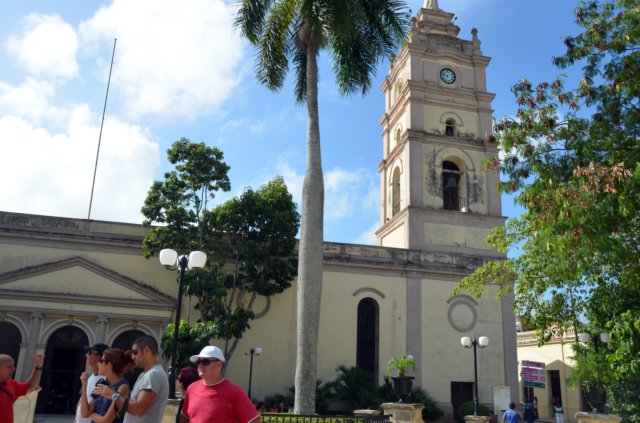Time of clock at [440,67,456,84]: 9:48
